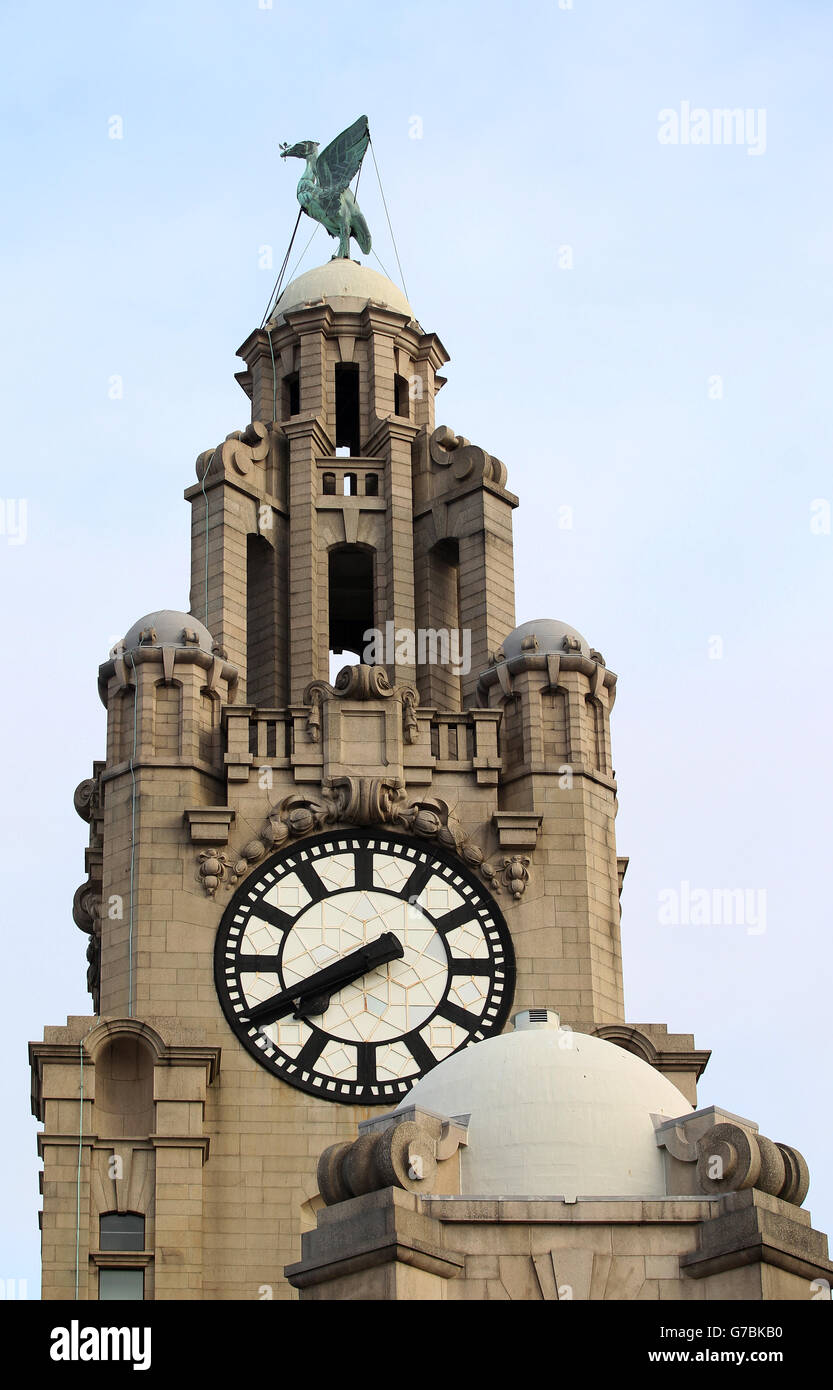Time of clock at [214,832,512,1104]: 7:40
